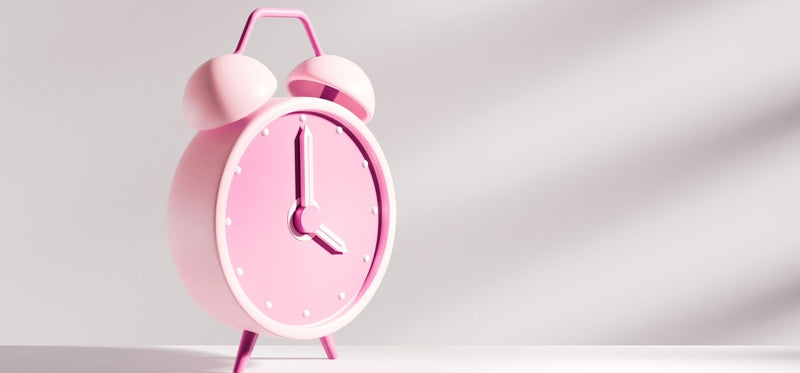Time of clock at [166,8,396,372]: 4:00
